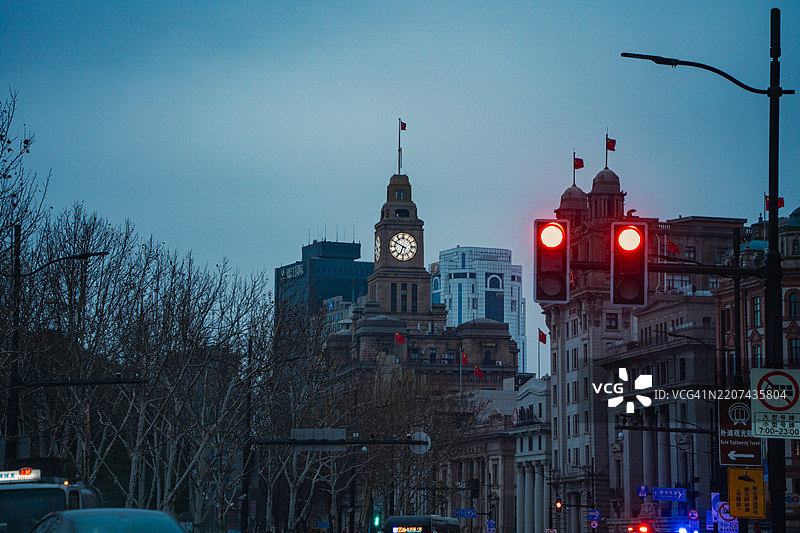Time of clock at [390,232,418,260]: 6:49
